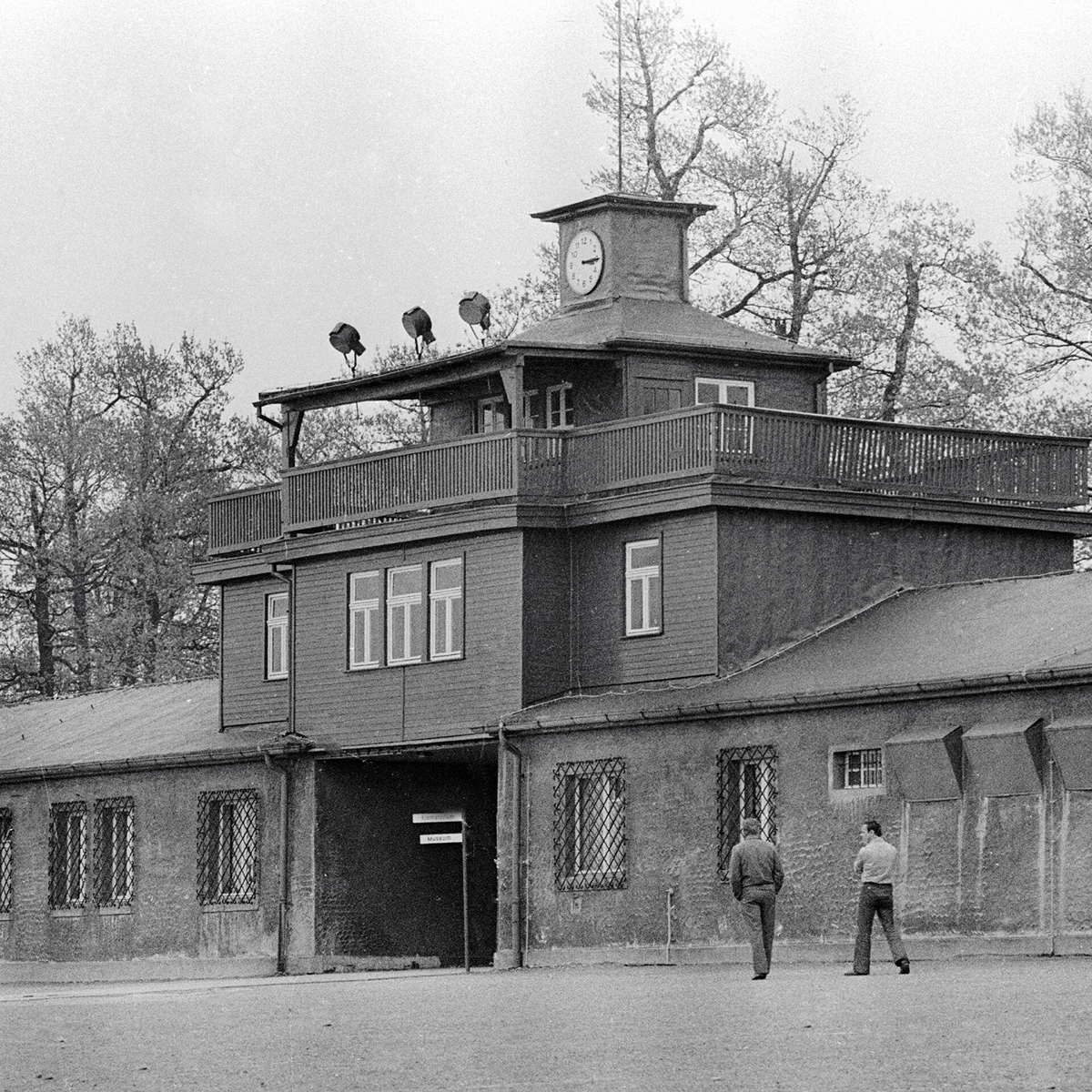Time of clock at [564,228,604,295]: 3:14
